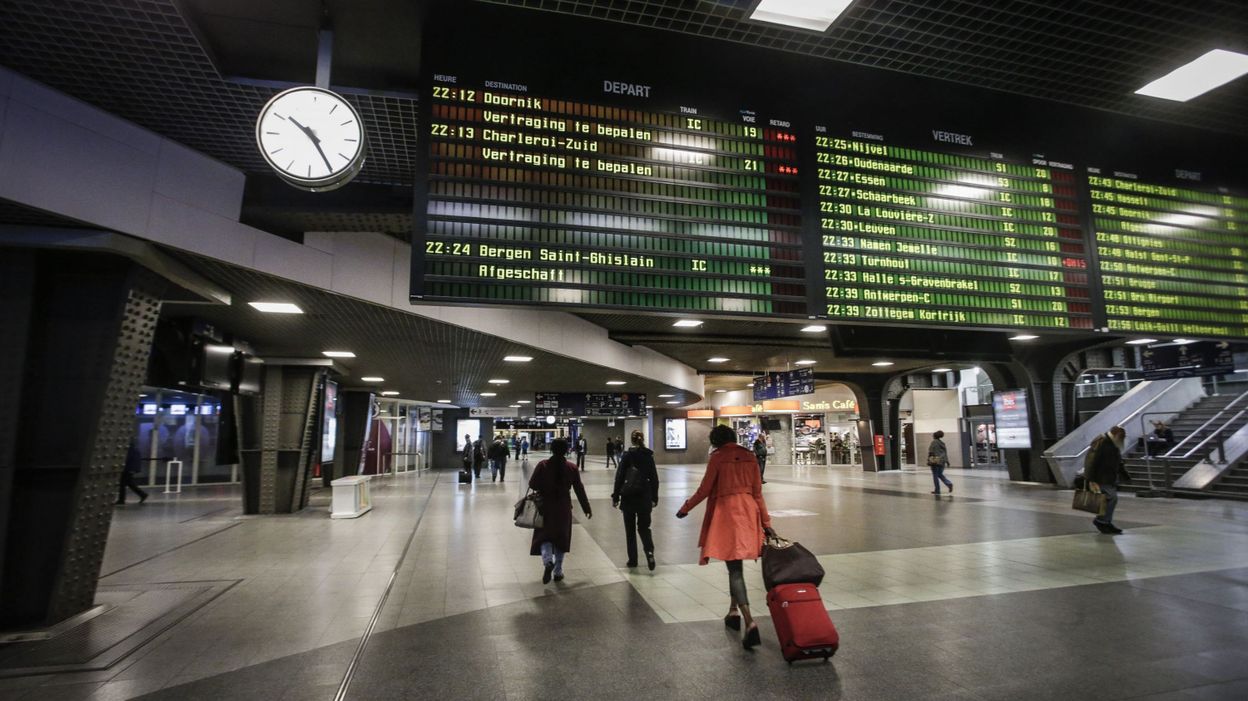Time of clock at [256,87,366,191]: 10:24
